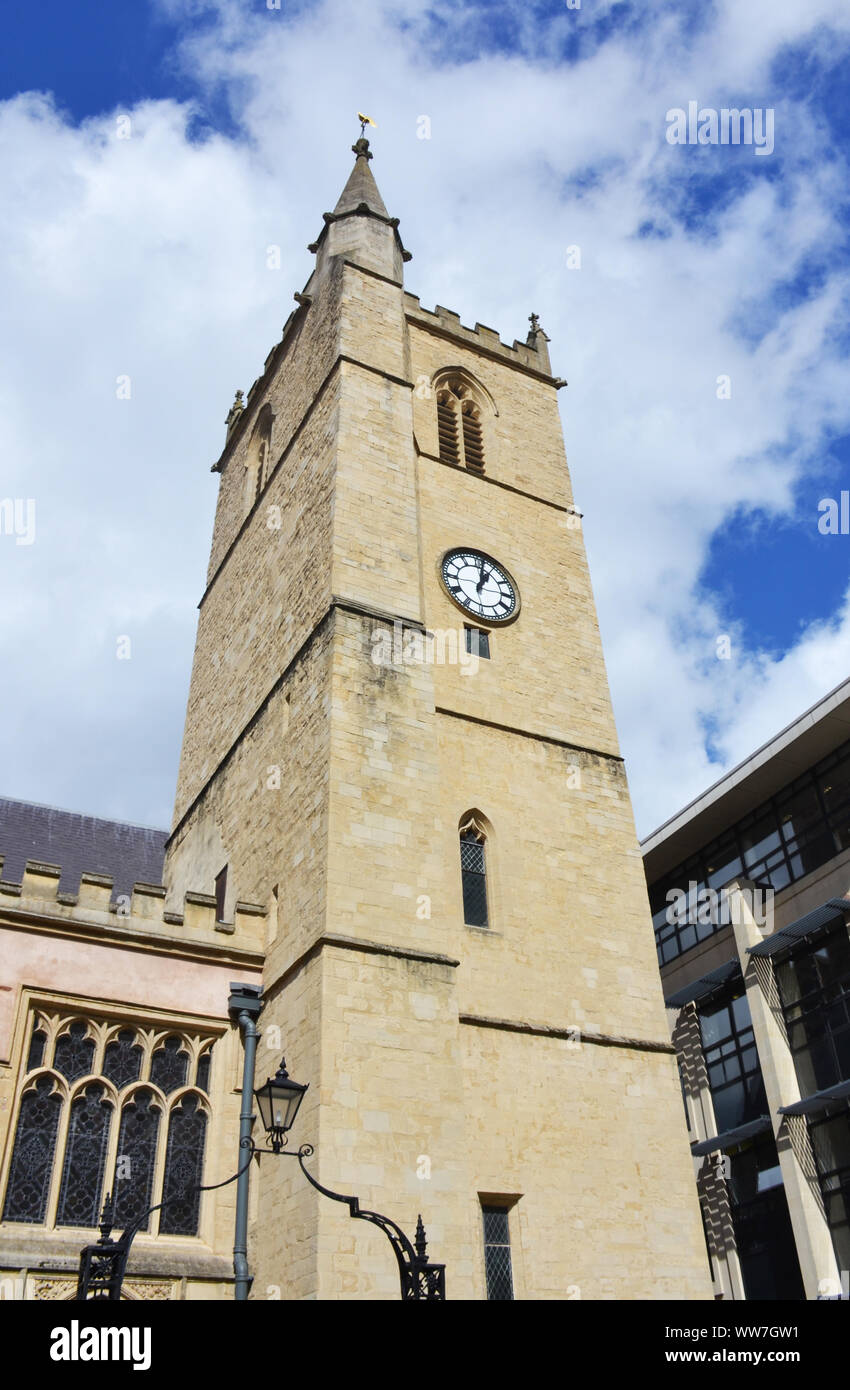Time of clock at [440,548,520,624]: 1:01
